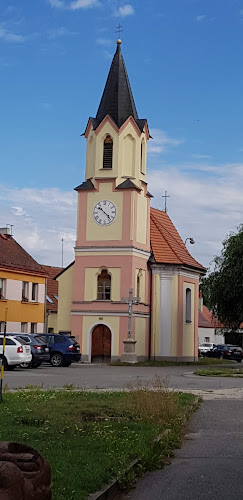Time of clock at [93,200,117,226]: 10:22
